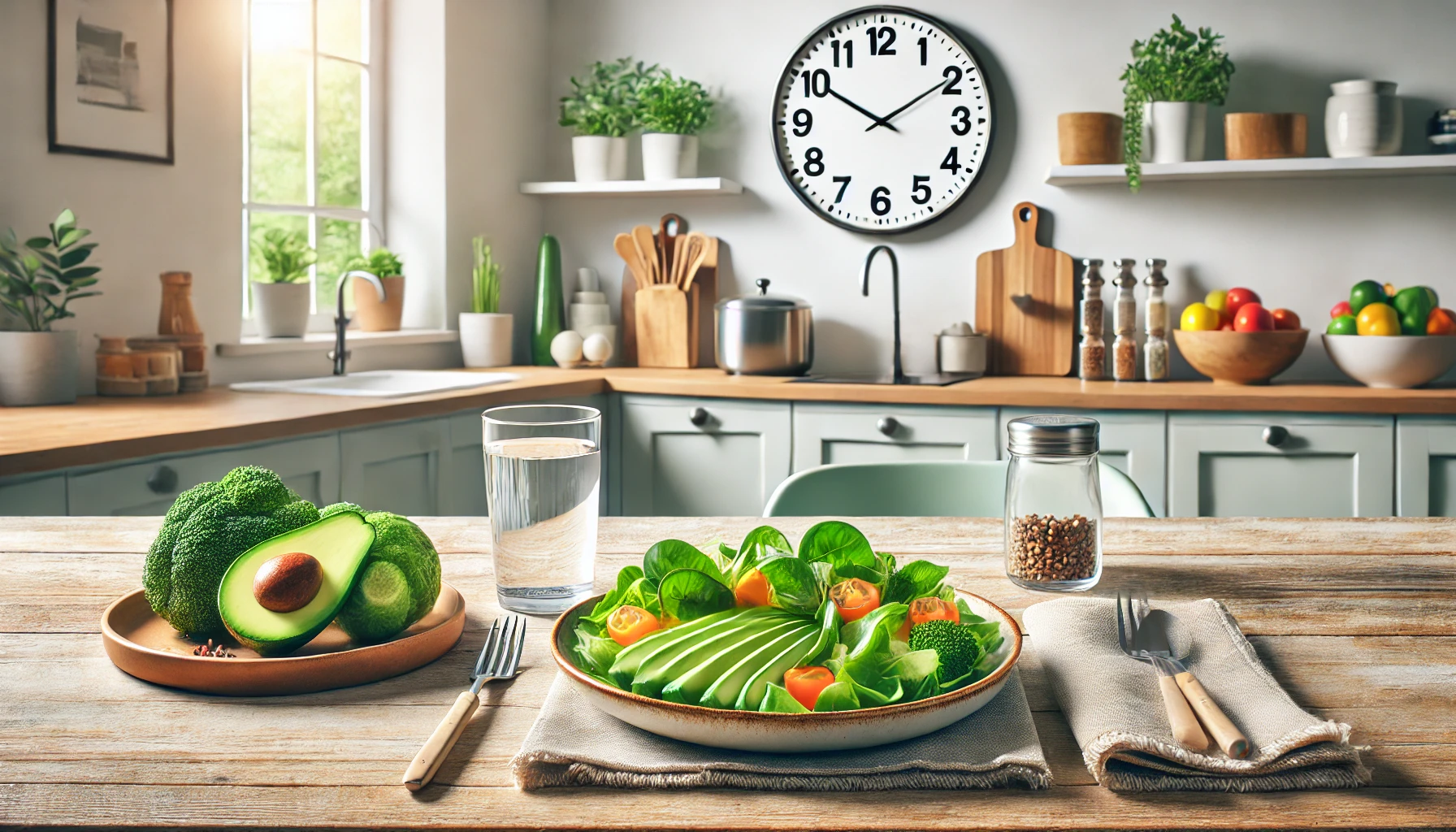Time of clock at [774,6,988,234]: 10:09
